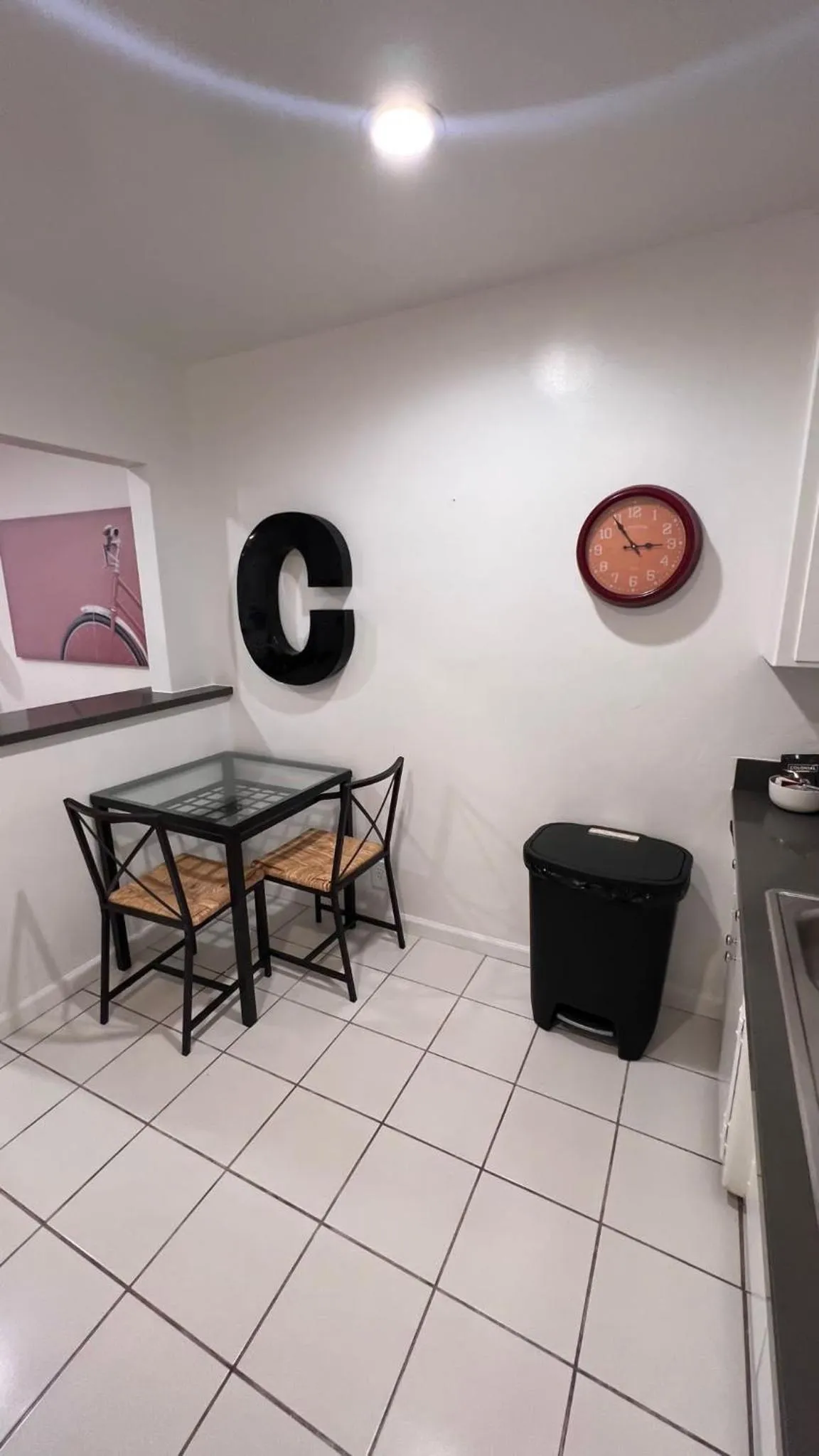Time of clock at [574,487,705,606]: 2:54
